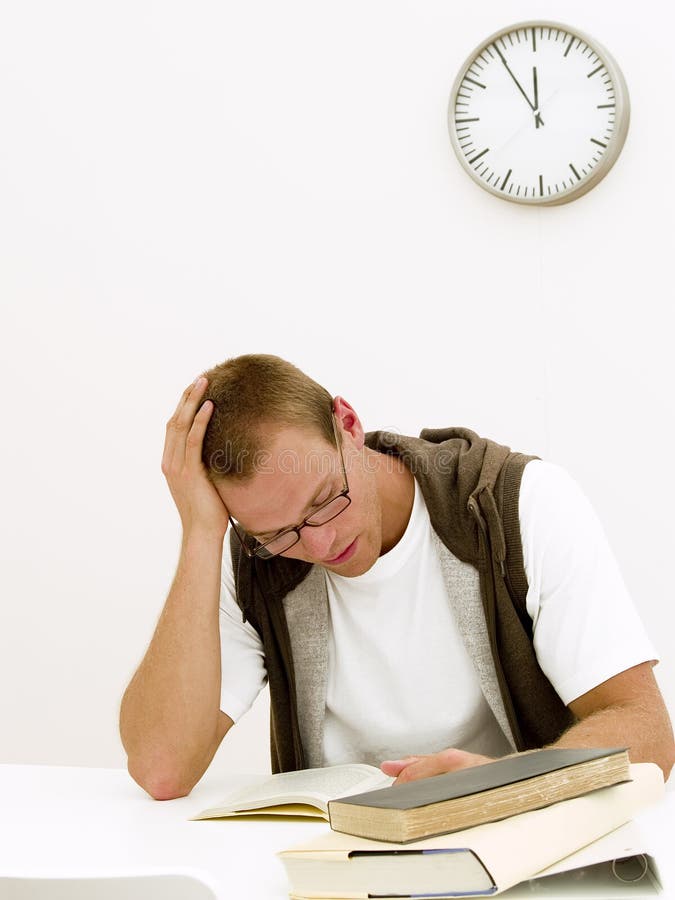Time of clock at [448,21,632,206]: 11:54
